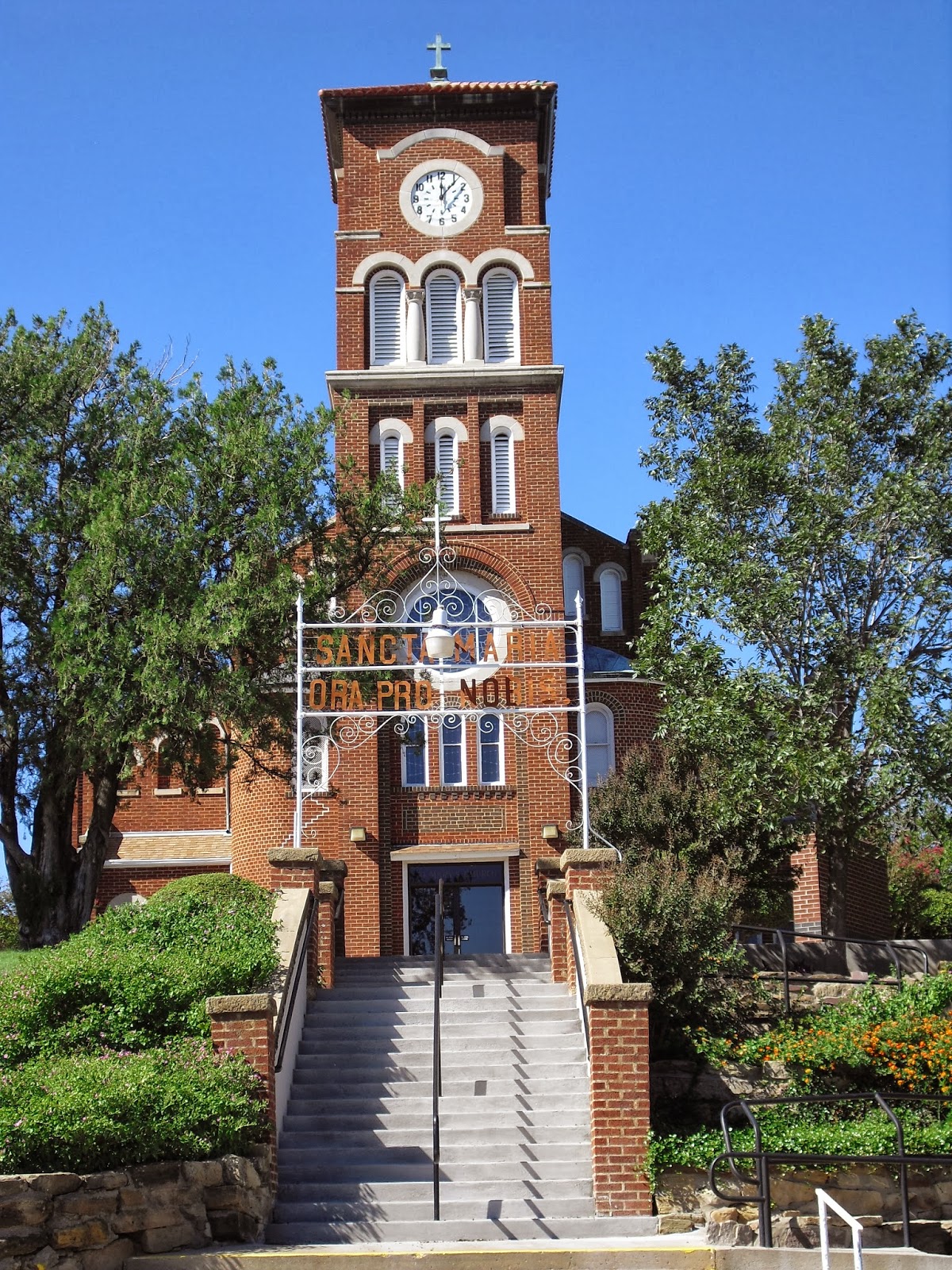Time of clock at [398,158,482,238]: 12:06
